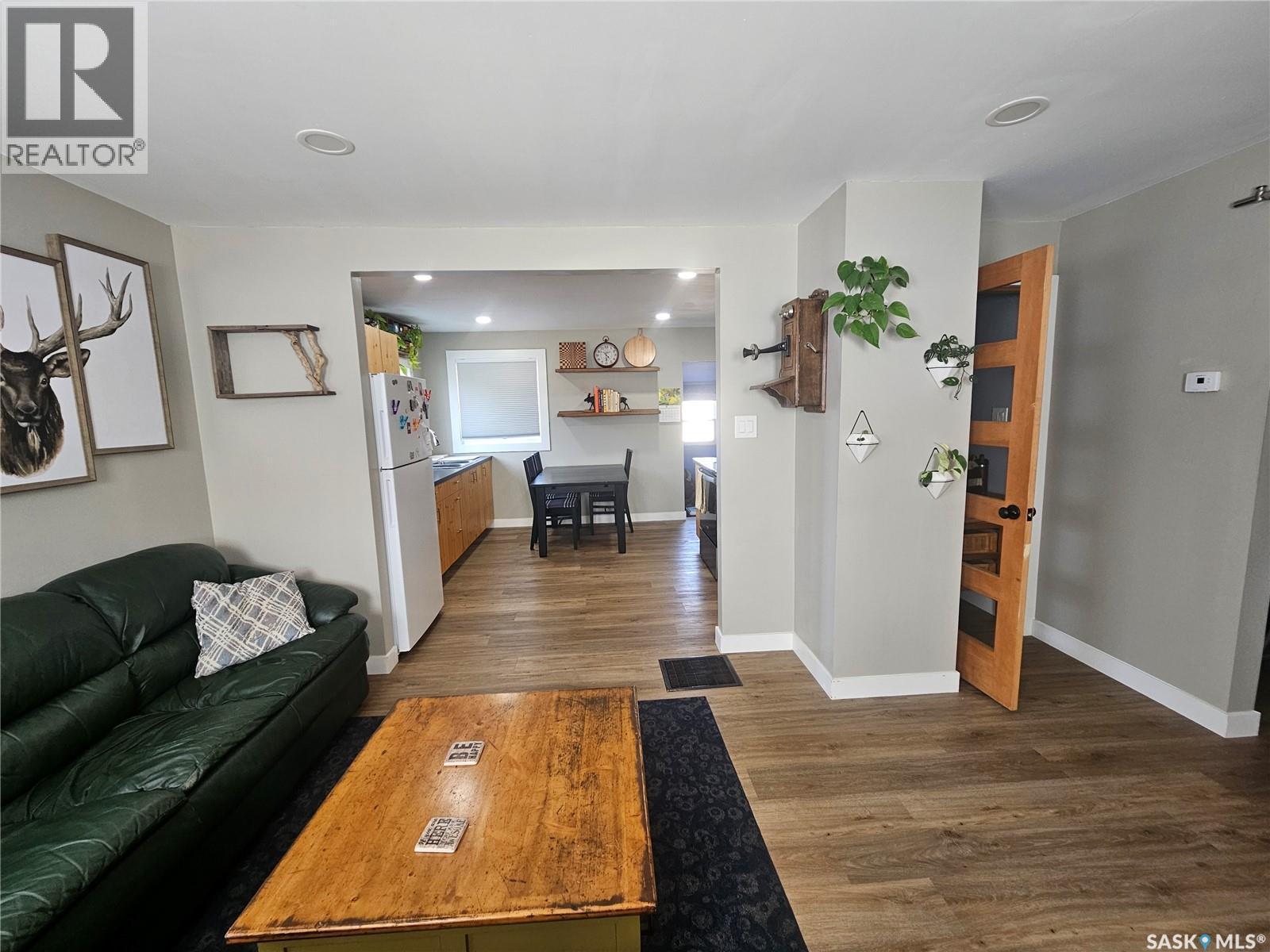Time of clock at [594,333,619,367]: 4:29
